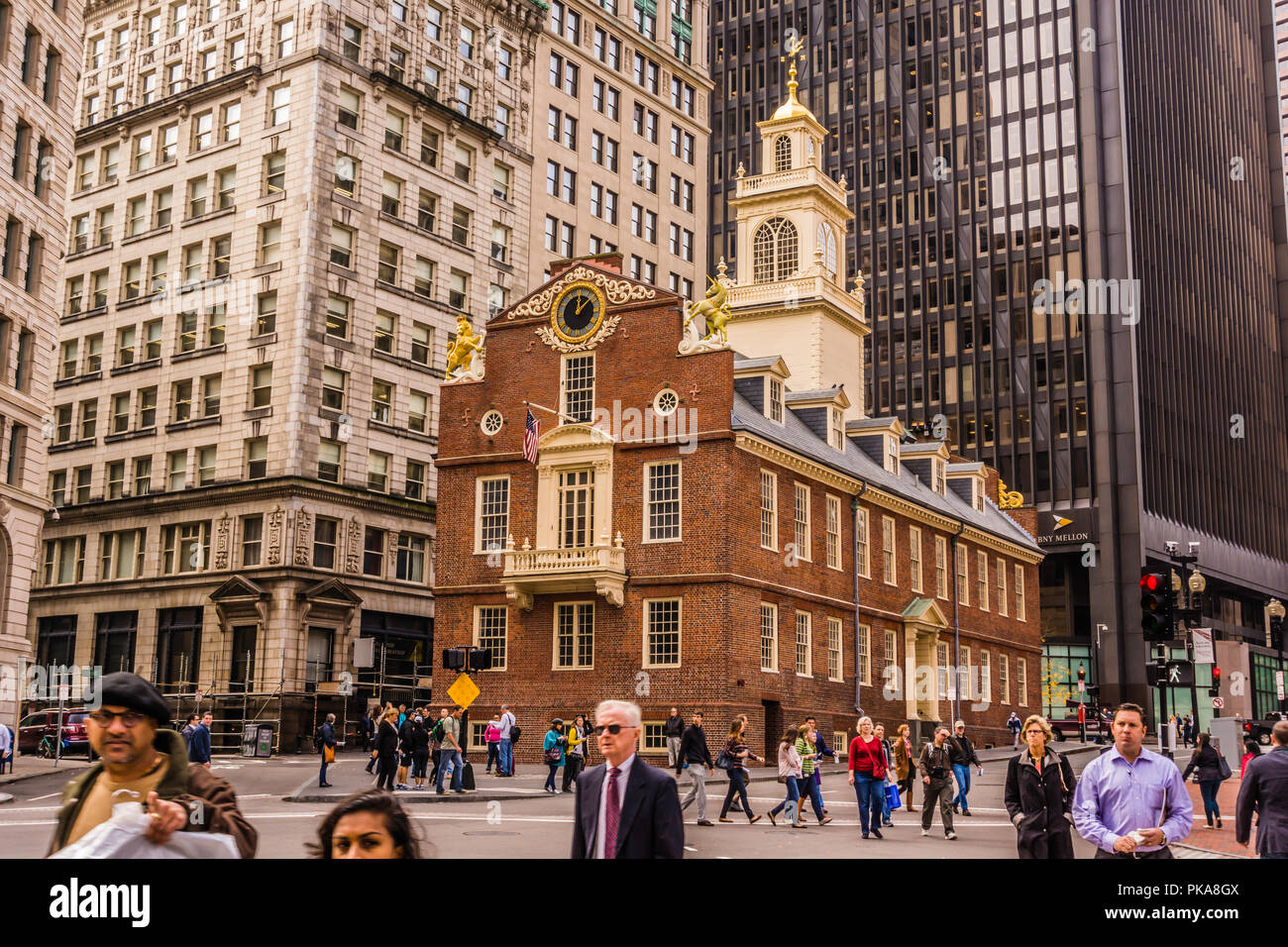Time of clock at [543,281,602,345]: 12:07
